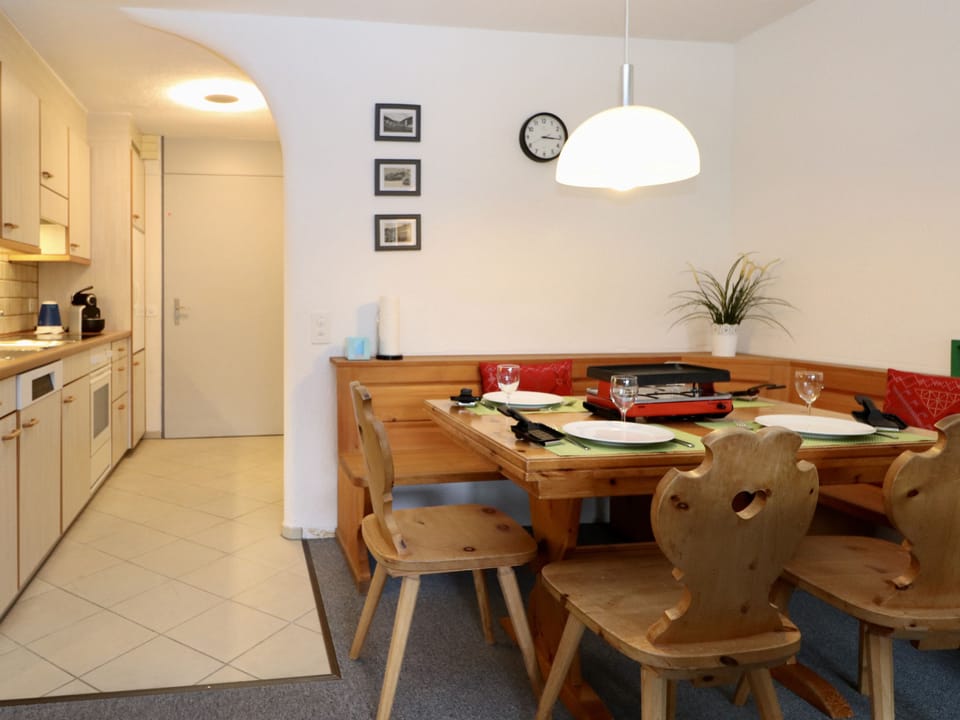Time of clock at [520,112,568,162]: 3:16
